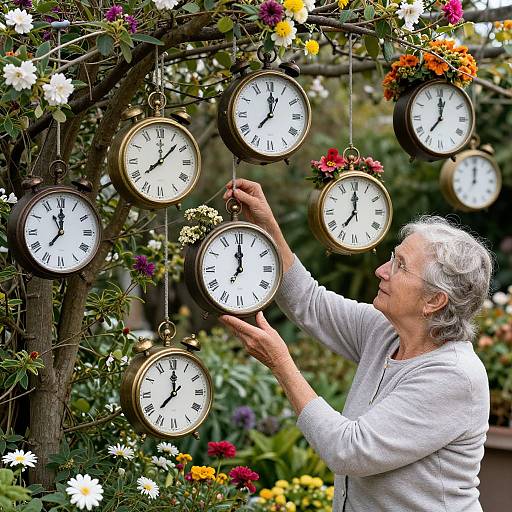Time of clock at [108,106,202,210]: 12:07
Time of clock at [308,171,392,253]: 7:00
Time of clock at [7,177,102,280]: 11:00
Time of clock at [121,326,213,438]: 7:00
